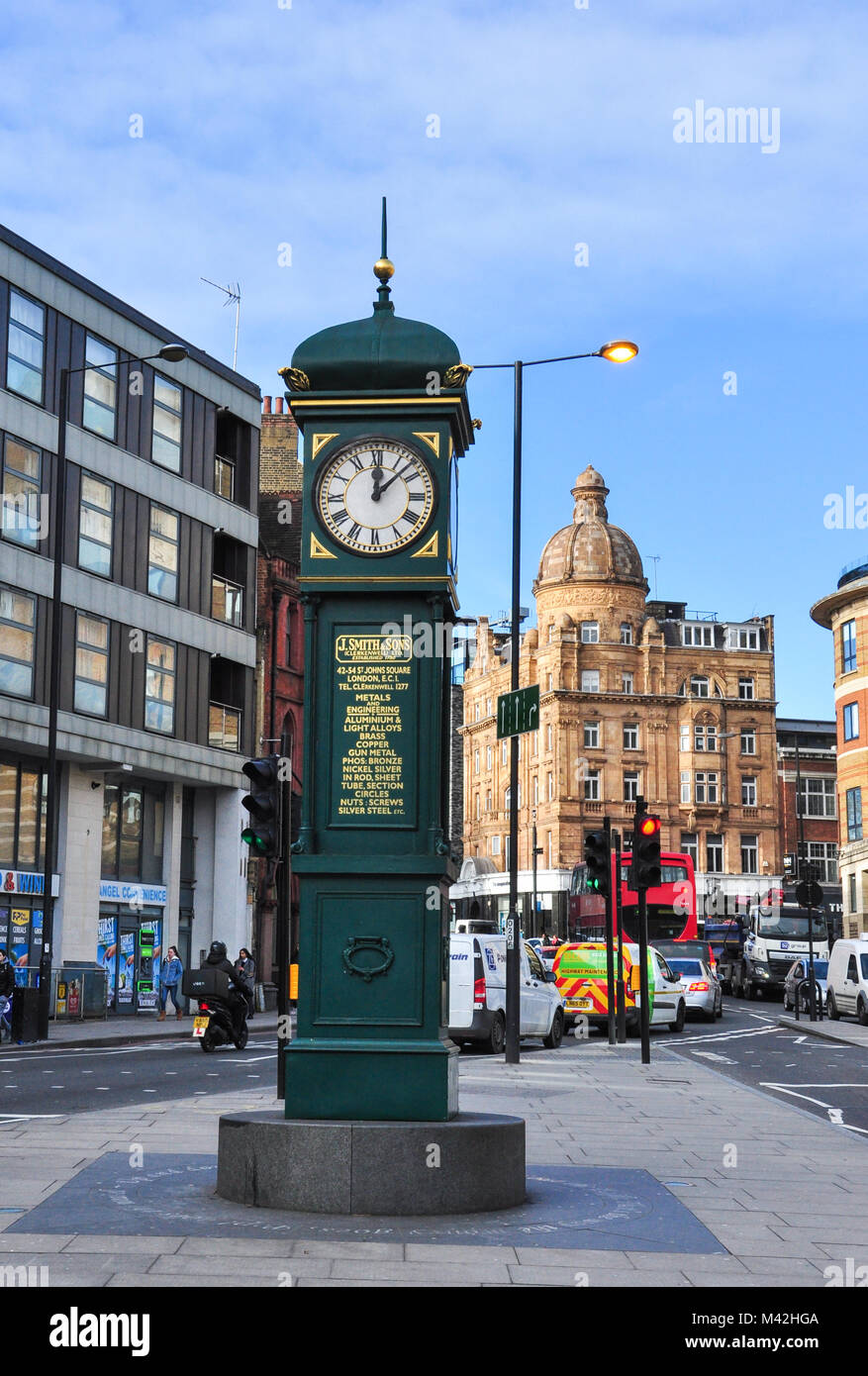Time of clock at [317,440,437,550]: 12:07
